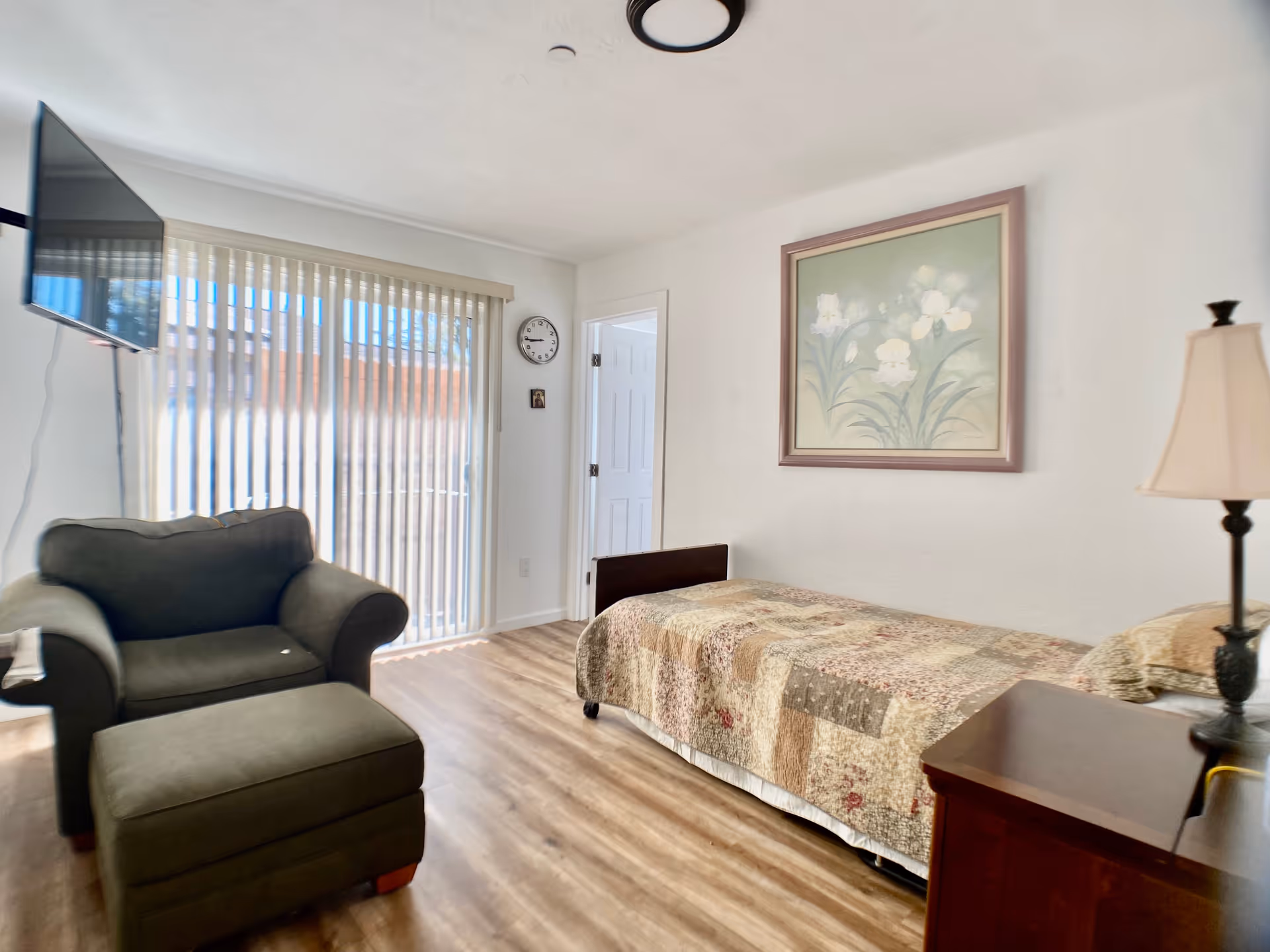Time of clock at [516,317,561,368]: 8:44
